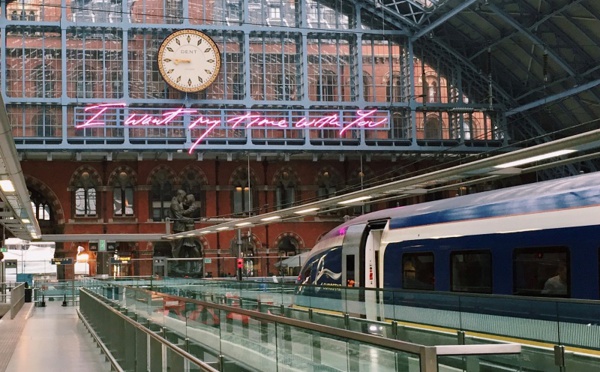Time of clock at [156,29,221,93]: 8:45
